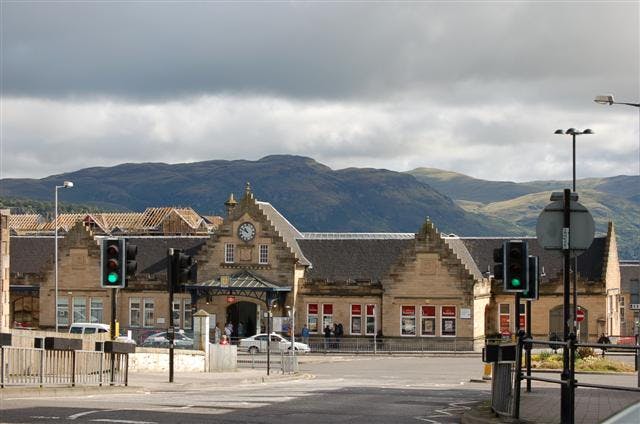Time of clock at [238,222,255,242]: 10:49
